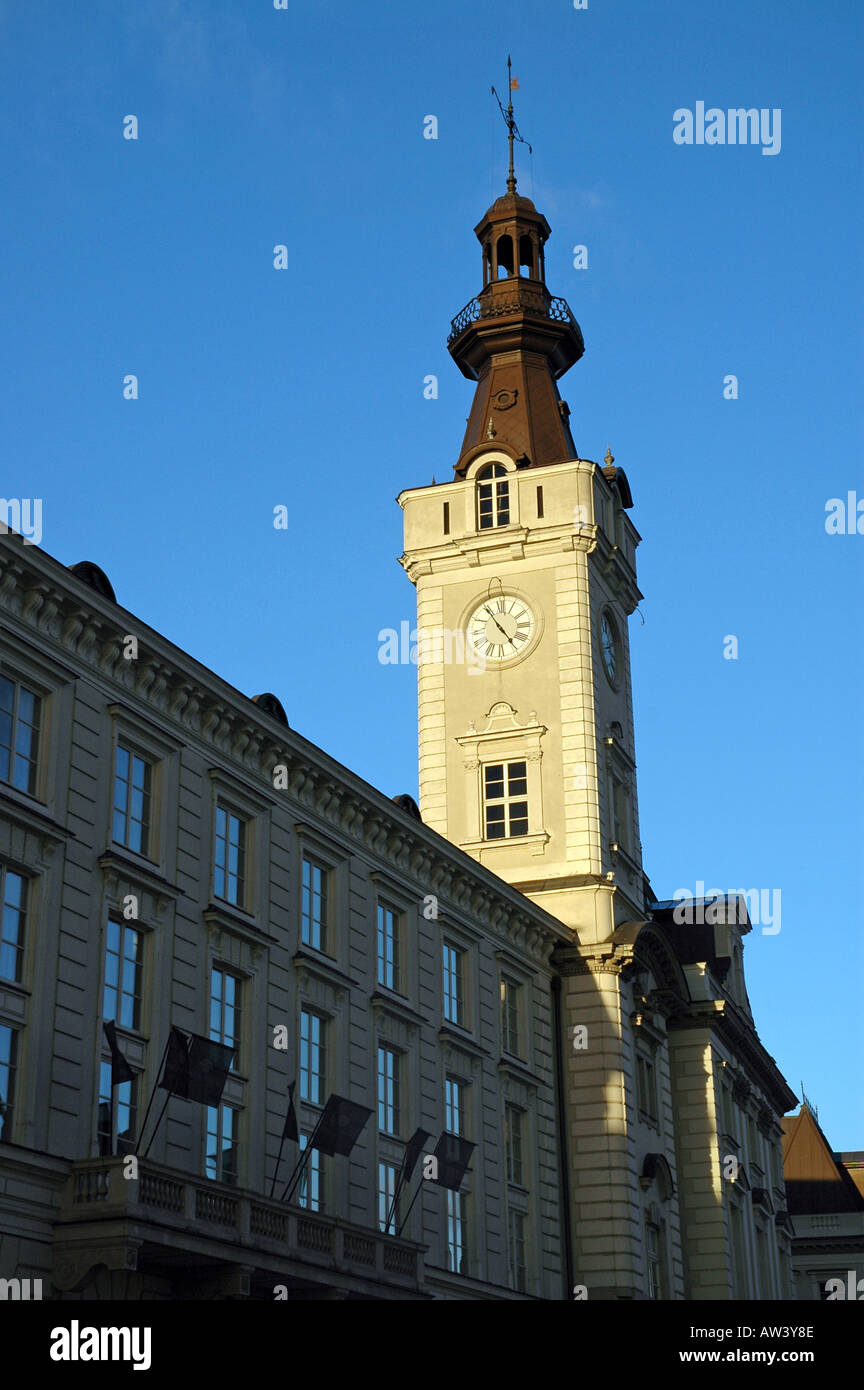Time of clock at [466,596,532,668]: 4:54
